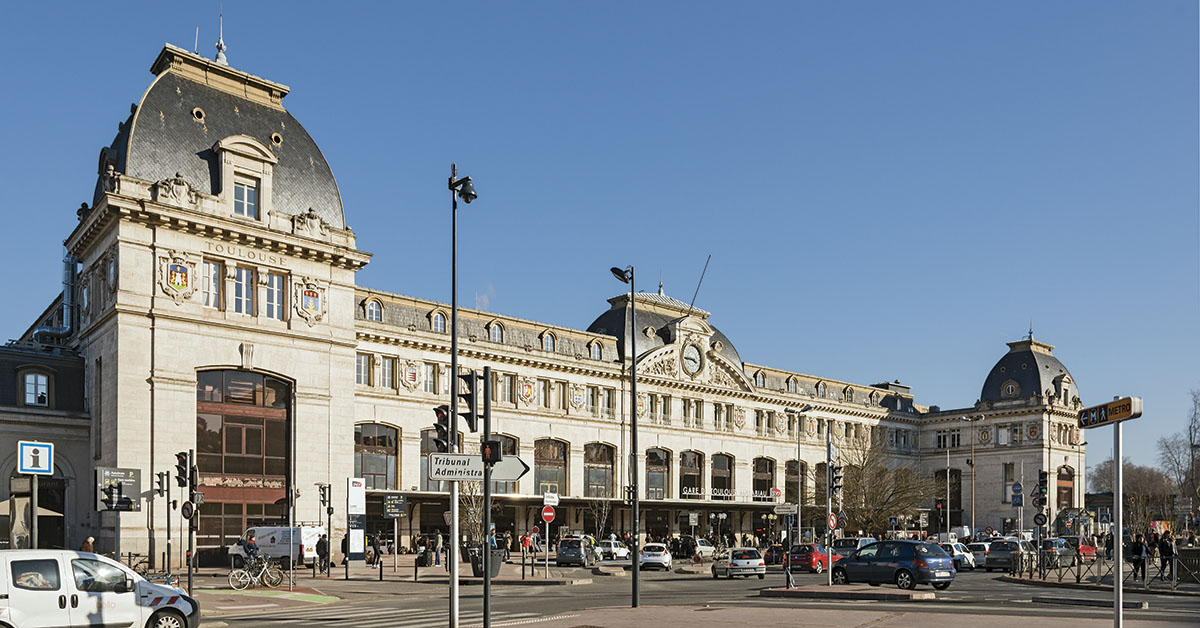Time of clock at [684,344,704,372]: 3:44
